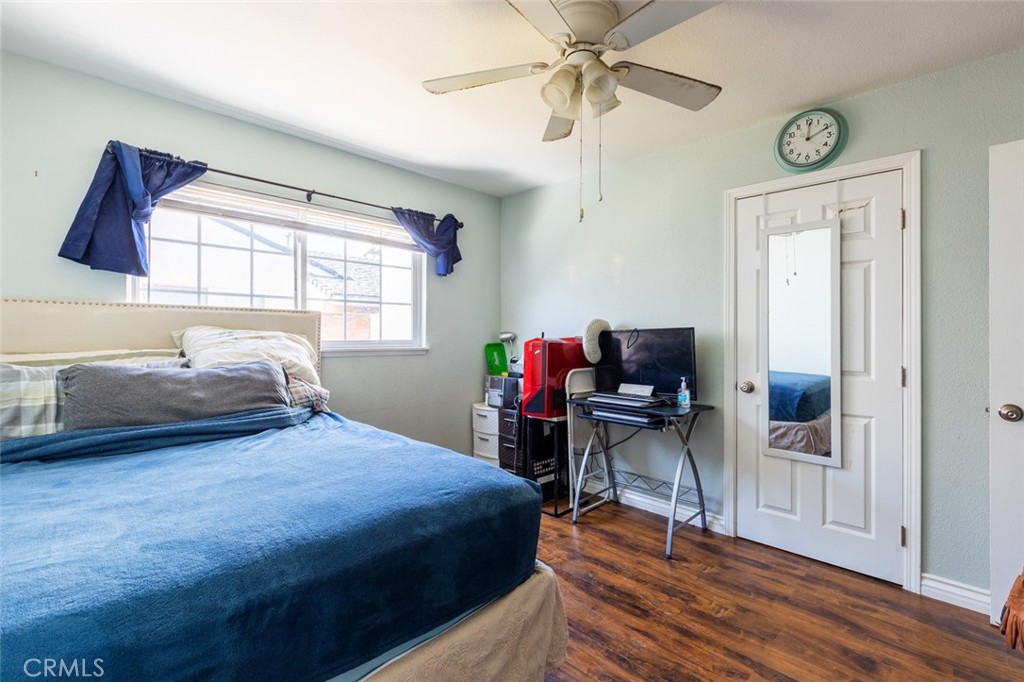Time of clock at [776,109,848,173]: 12:10
